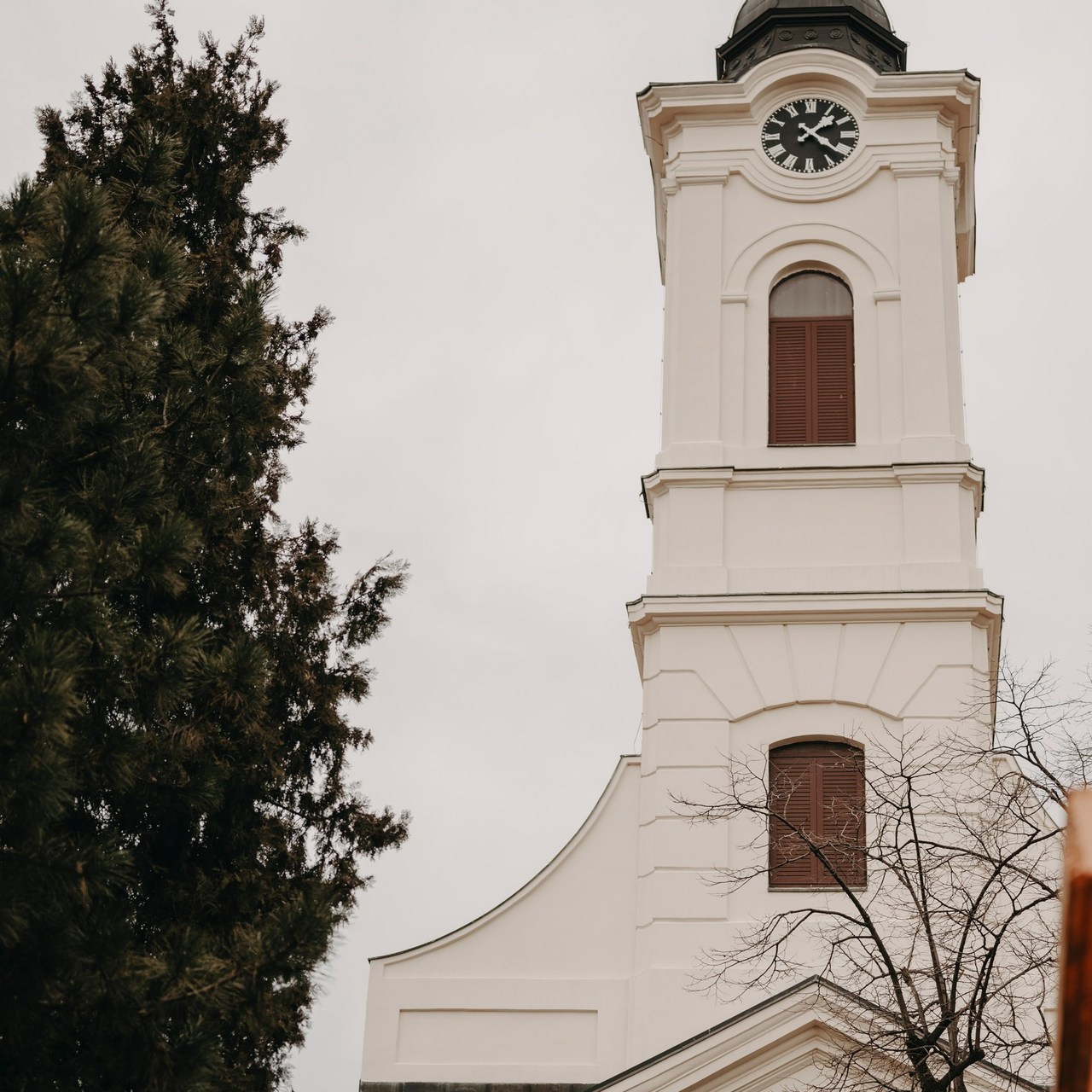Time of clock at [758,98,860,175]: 1:21
